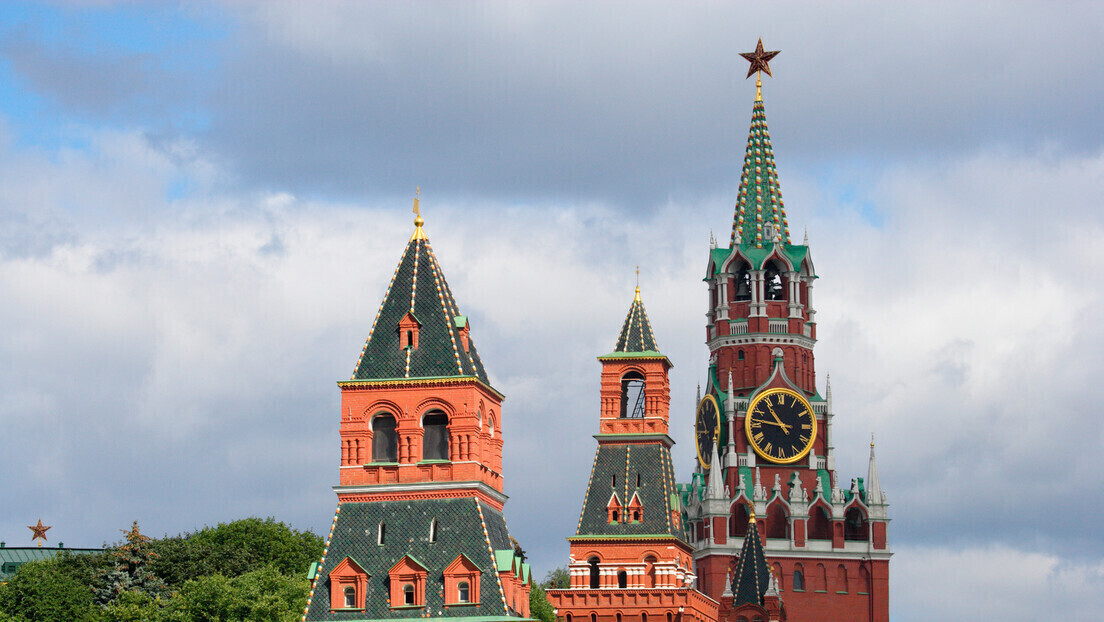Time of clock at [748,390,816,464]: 10:46
